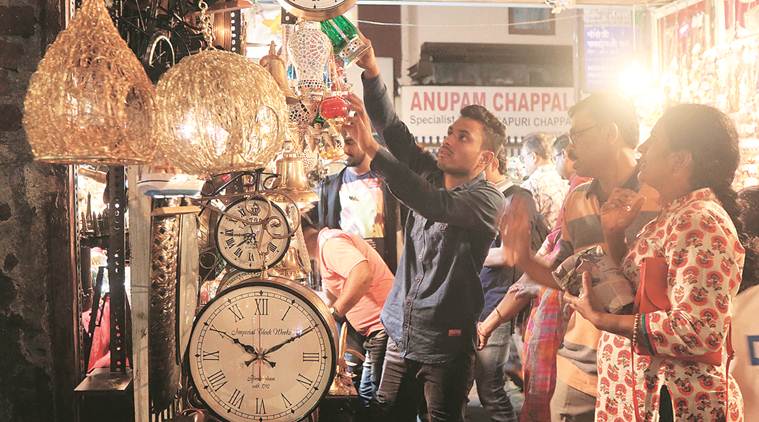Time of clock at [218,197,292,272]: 7:43
